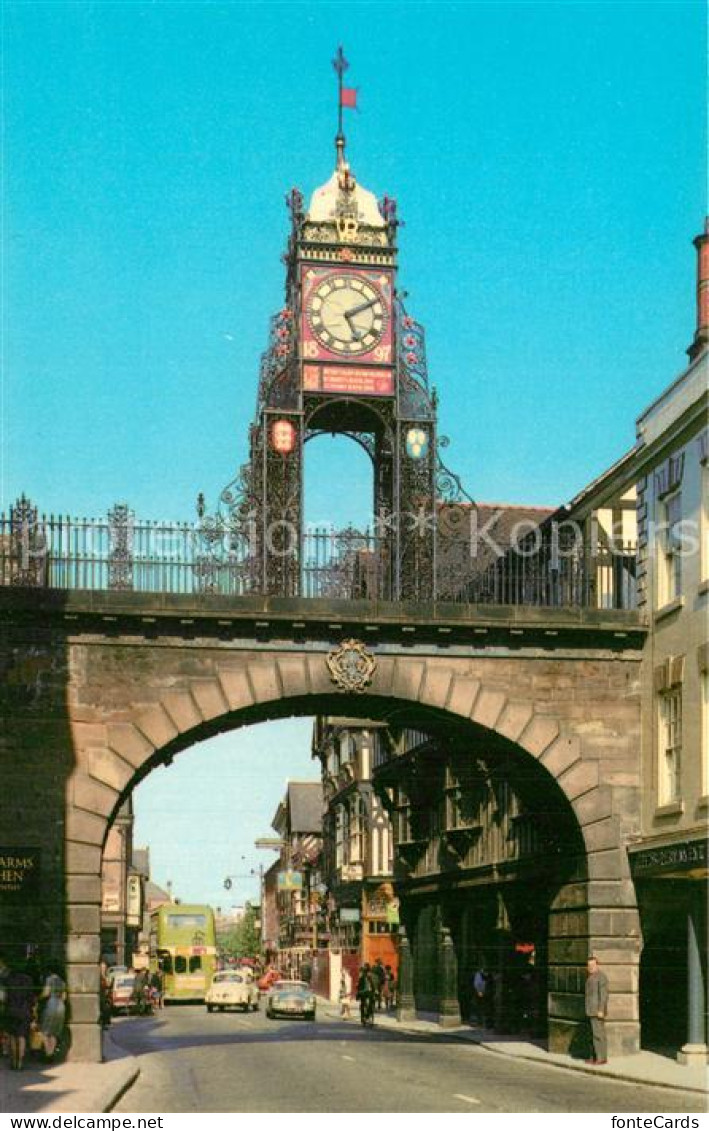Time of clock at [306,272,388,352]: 5:10
